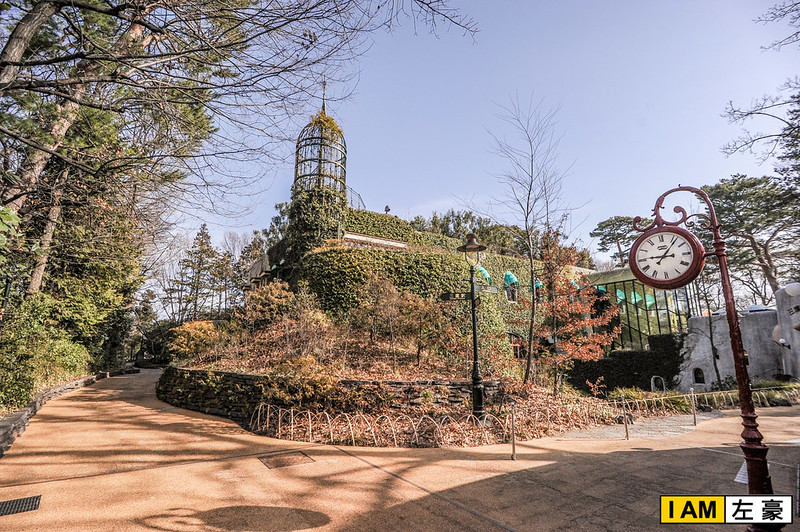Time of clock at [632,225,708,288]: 3:06
